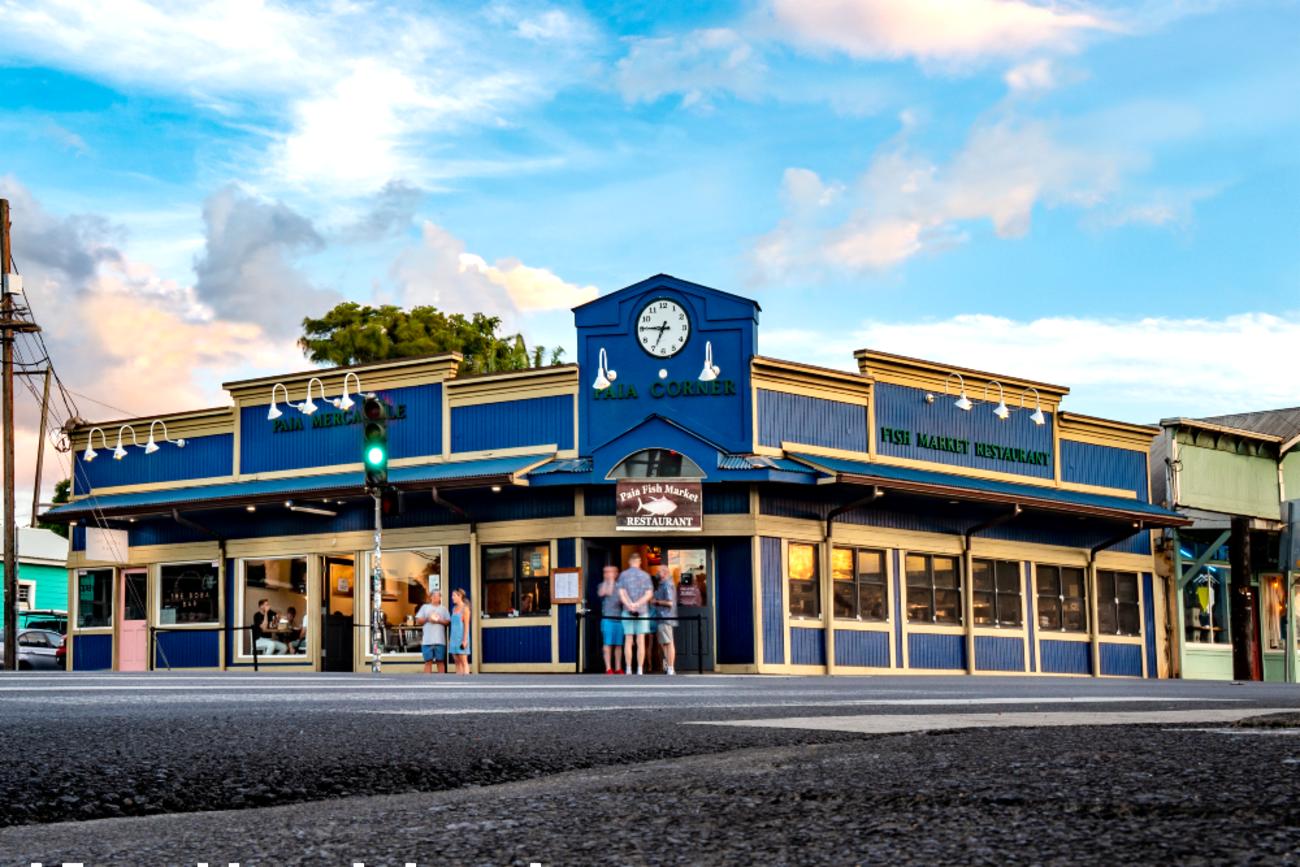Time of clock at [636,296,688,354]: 6:45
